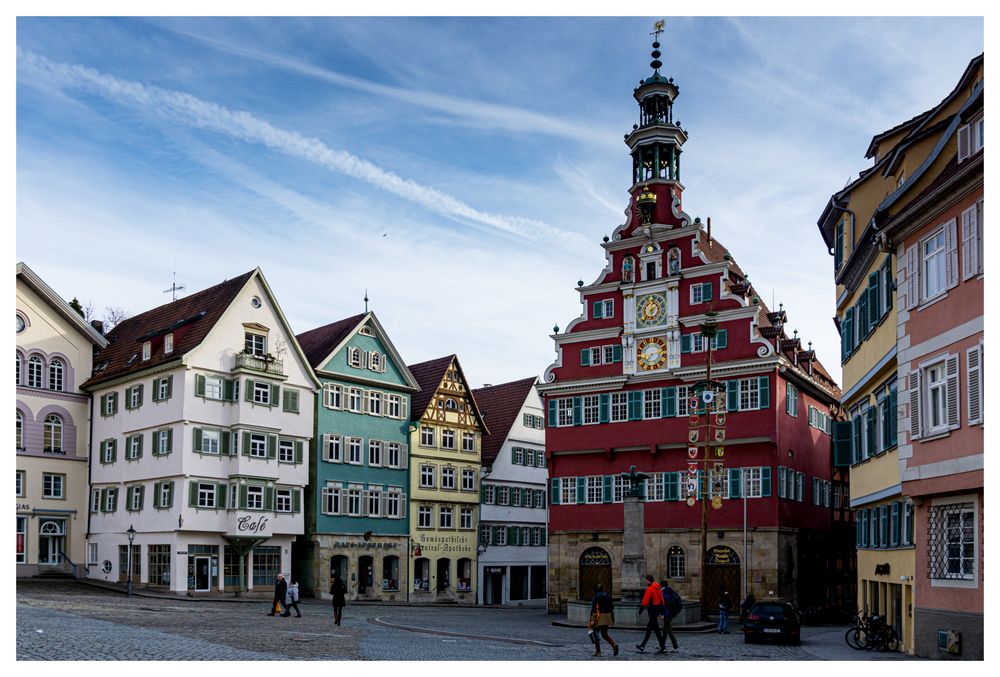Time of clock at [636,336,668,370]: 7:12
